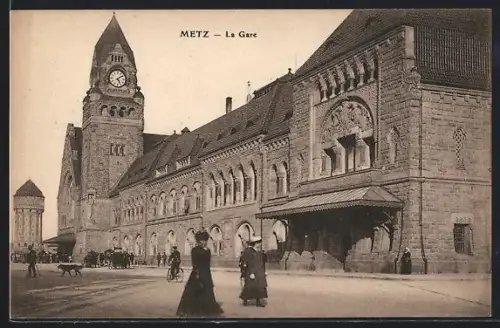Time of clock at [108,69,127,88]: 5:08
